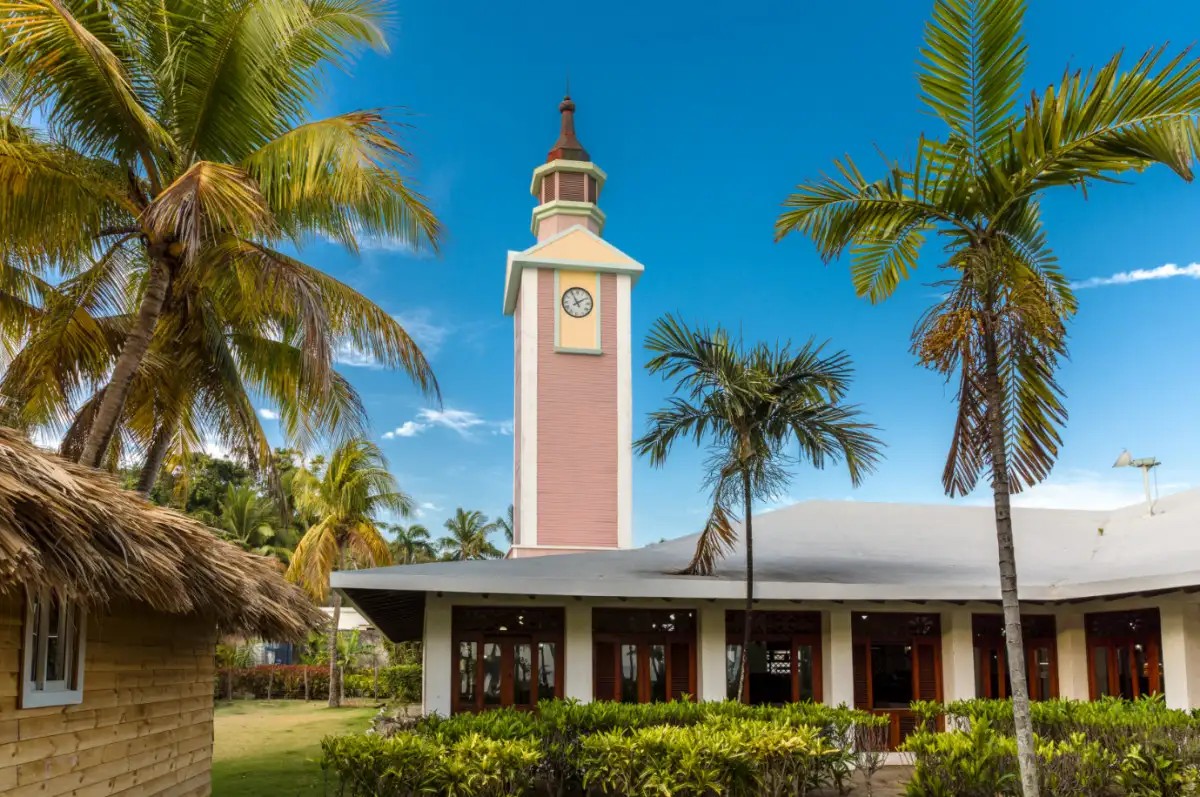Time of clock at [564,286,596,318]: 1:55
